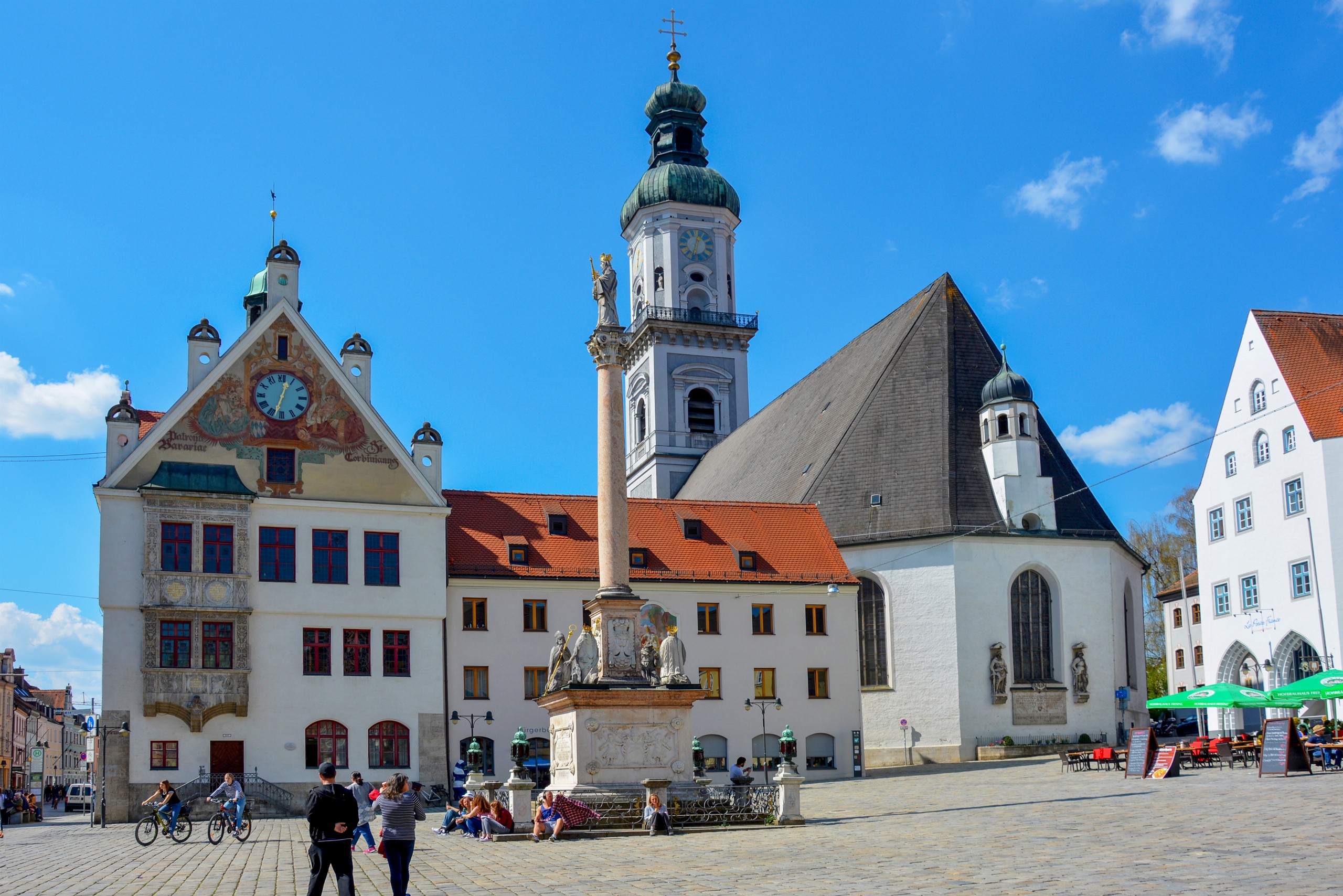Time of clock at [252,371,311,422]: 12:32
